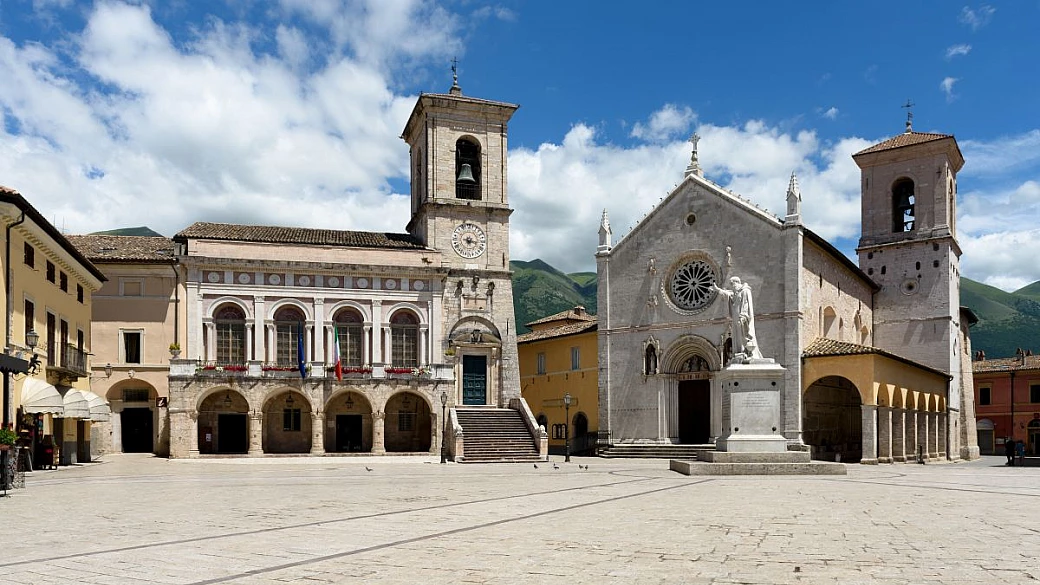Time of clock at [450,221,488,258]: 6:15
